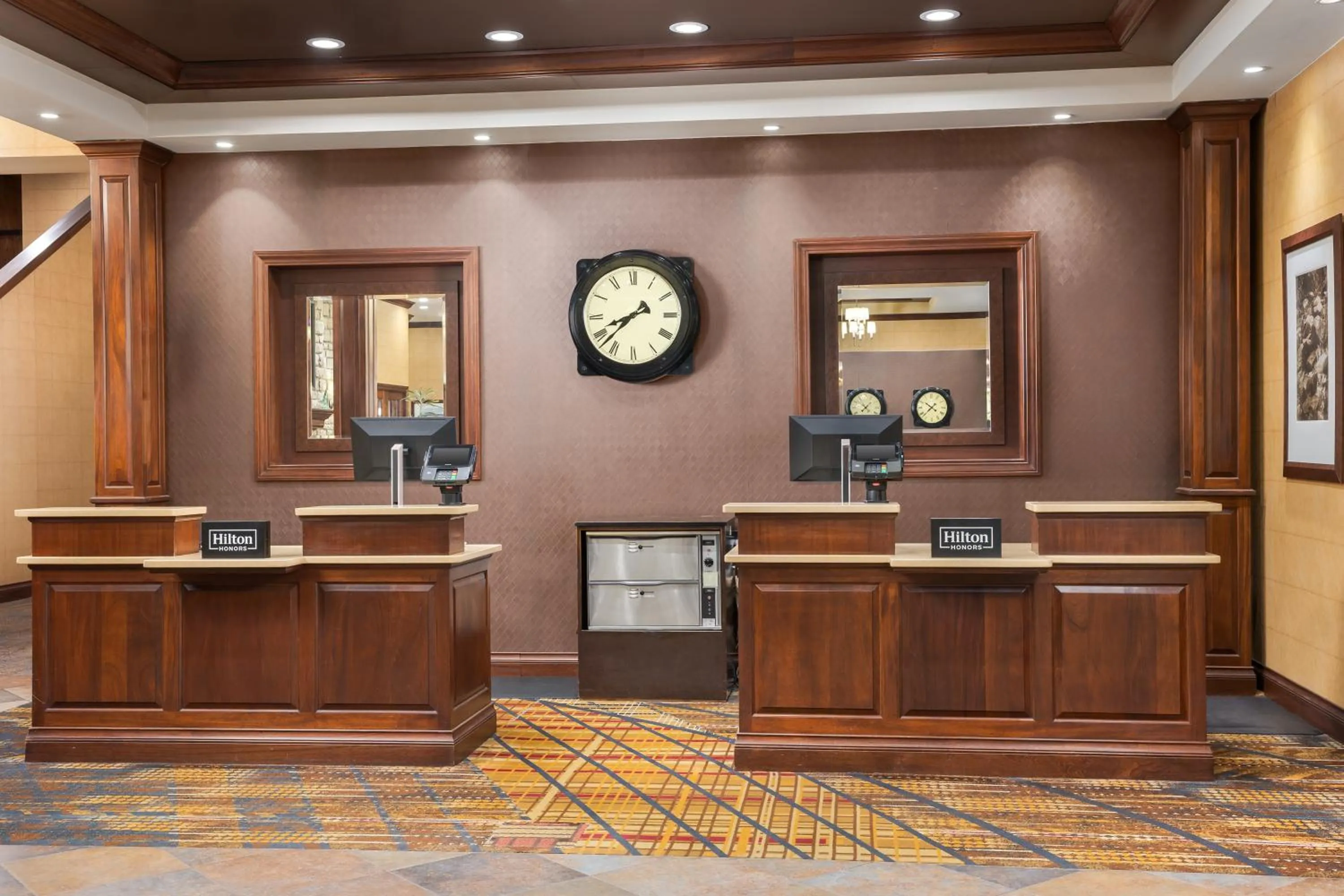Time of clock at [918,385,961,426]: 7:37
